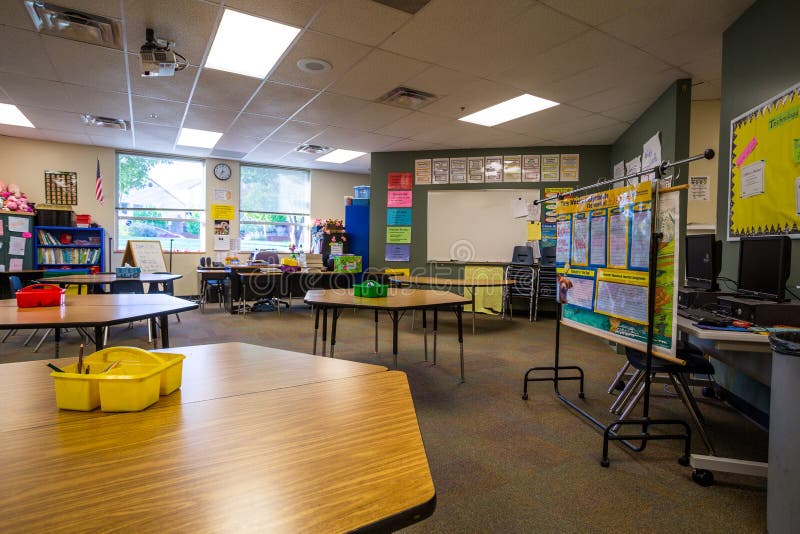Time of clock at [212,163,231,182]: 7:00
